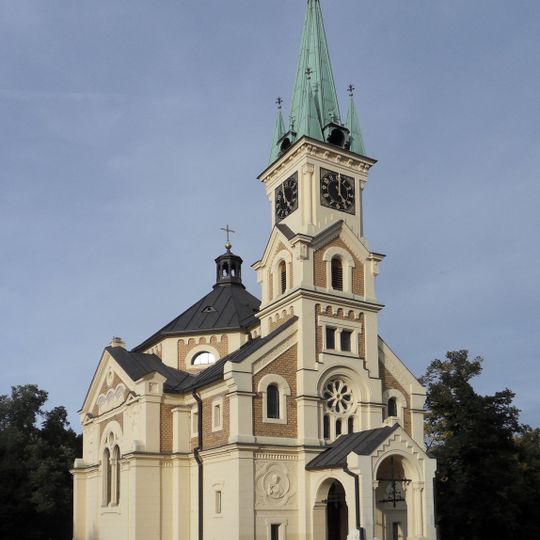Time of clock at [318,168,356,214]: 5:00
